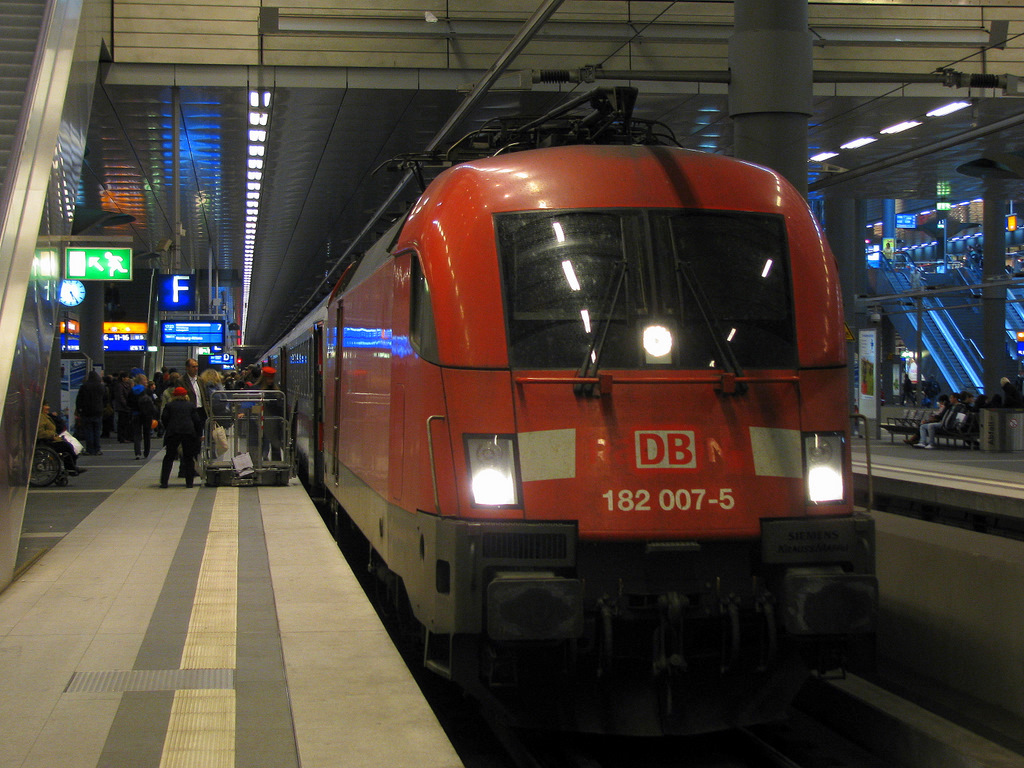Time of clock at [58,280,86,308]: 5:24
